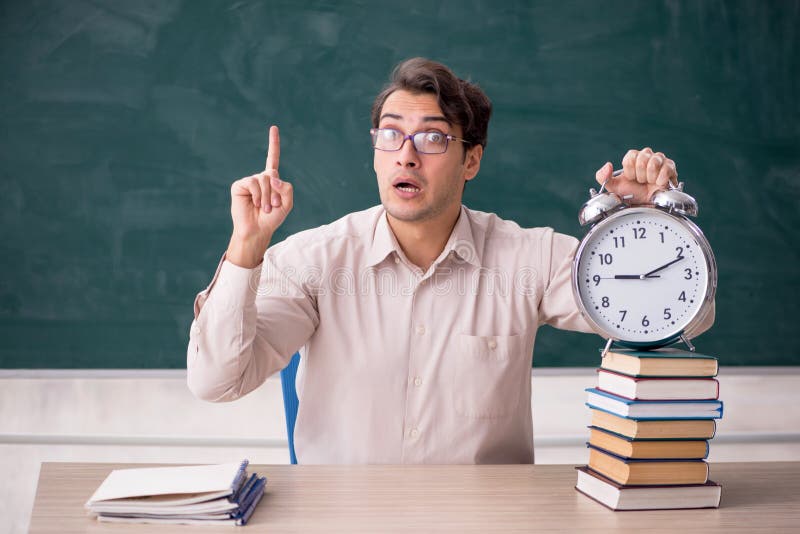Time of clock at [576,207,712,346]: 9:11
